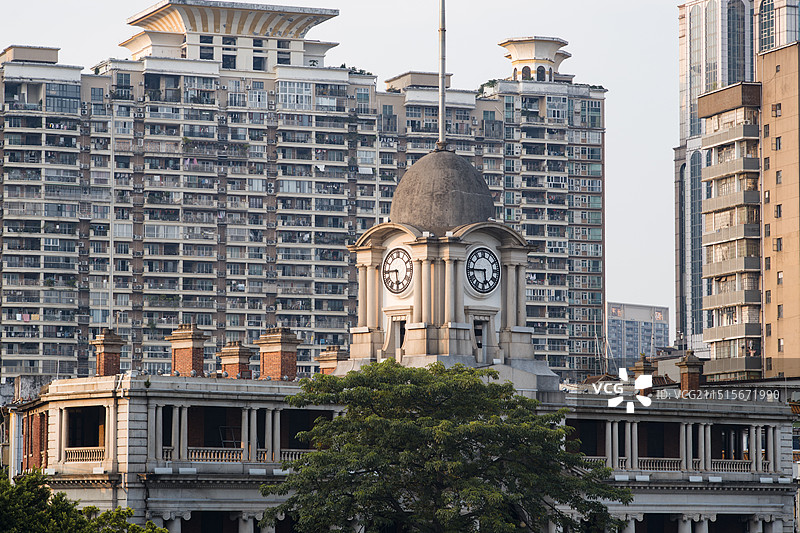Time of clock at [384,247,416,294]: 5:44
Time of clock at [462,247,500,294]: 5:44
